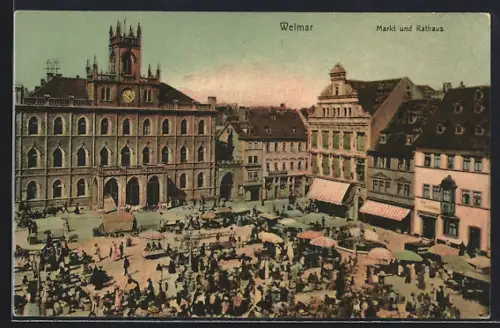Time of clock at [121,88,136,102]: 3:52
